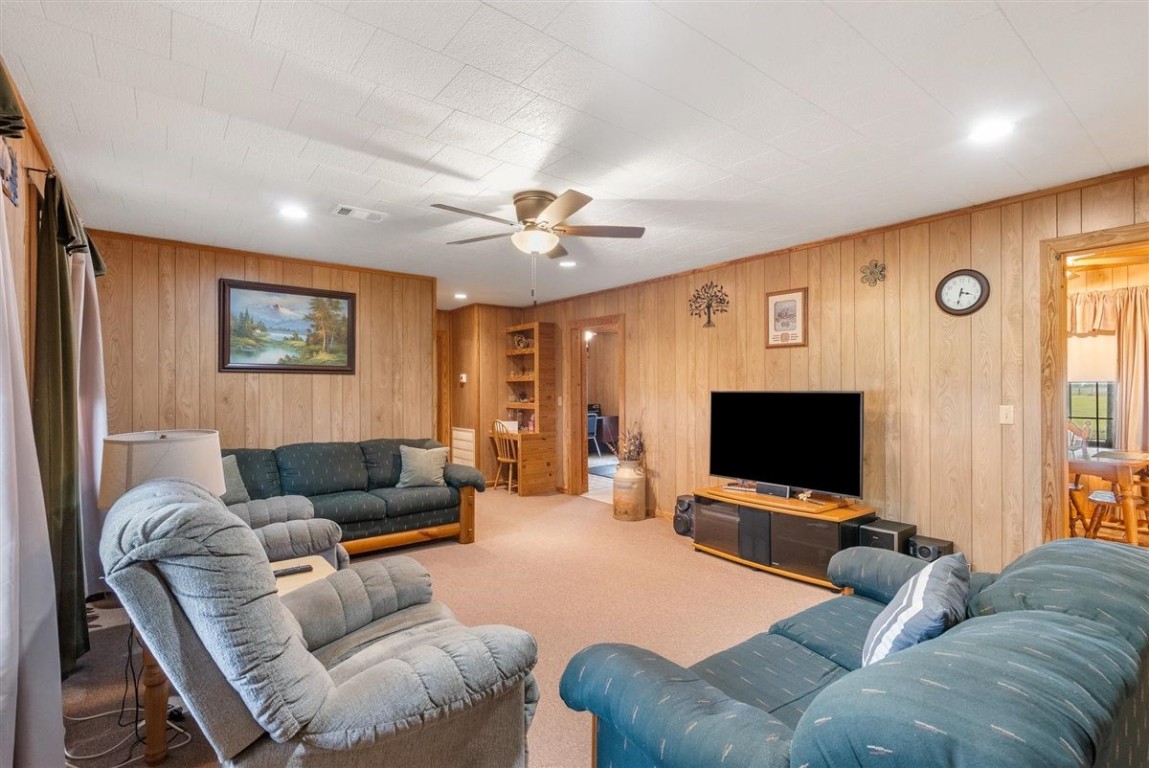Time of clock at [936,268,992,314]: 3:32
